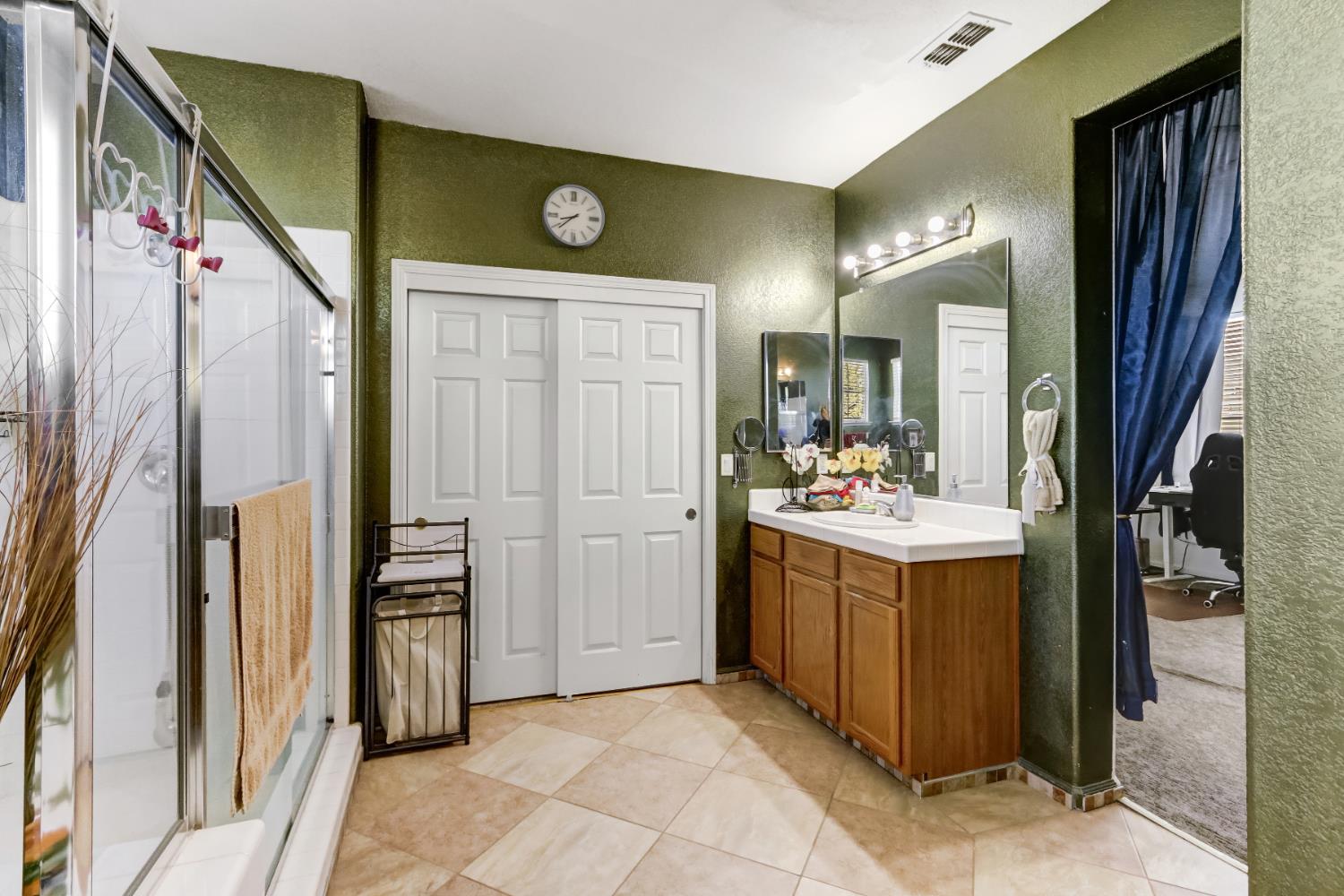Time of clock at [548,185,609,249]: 8:38
